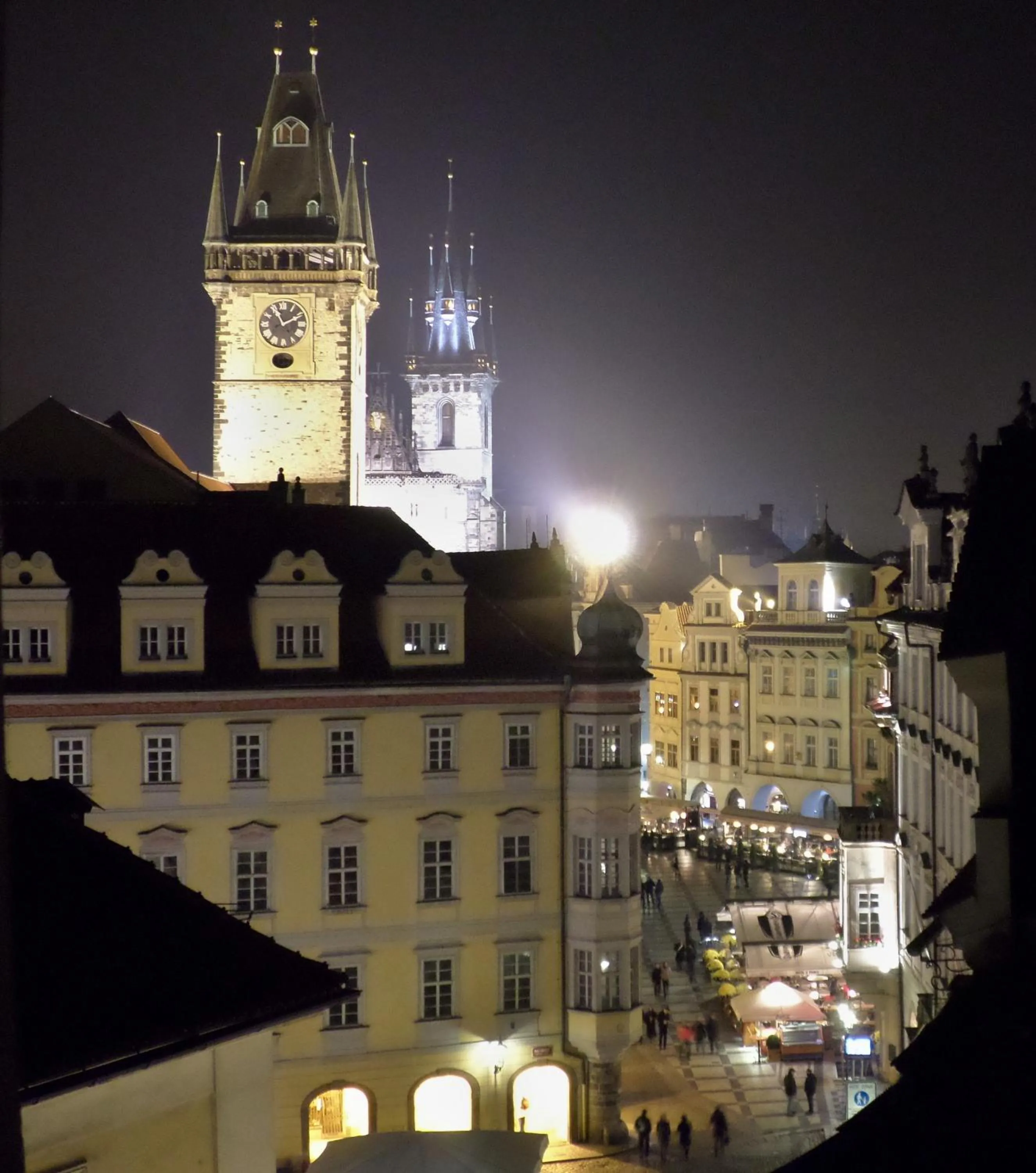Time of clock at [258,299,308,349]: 11:10
